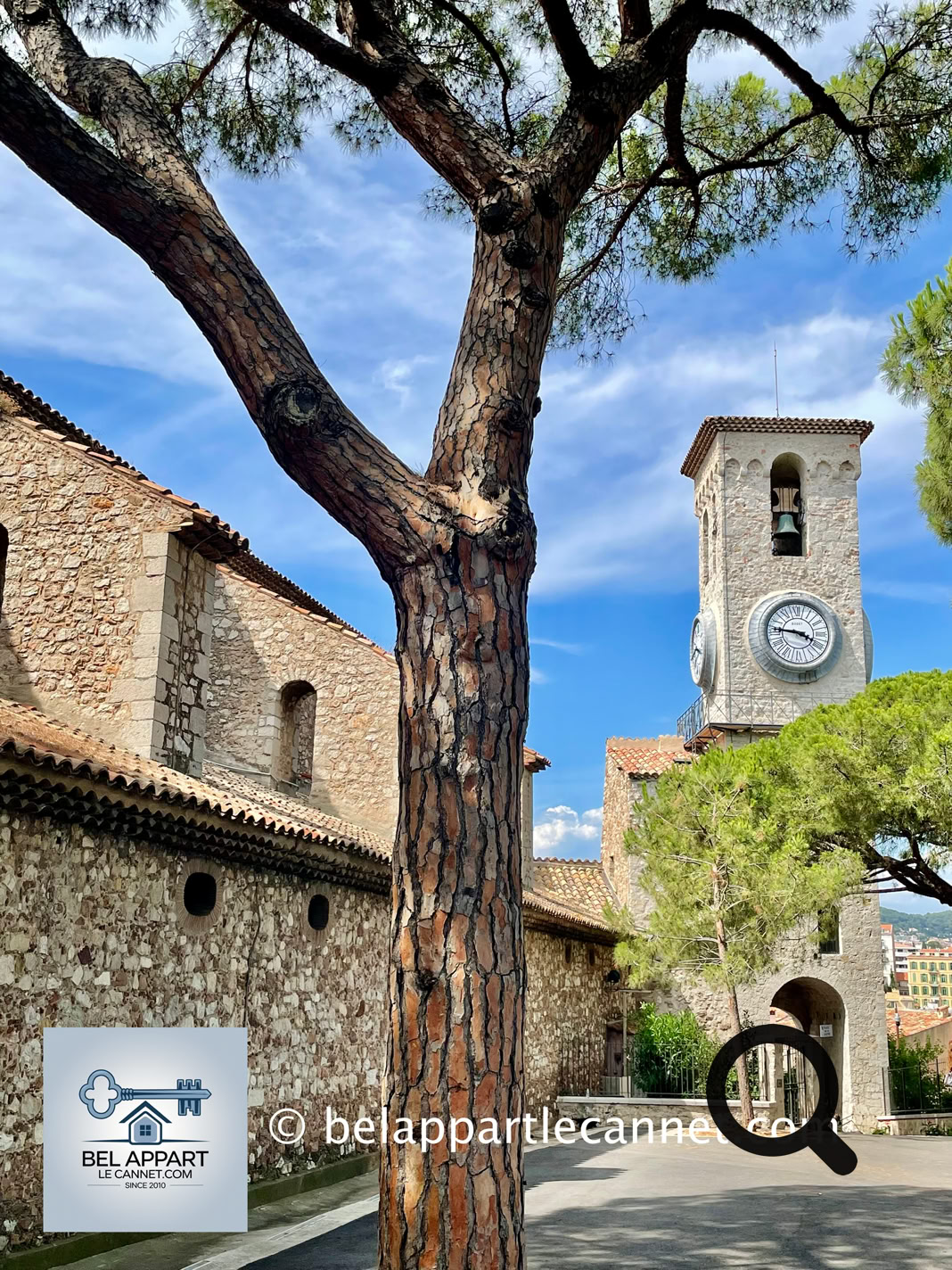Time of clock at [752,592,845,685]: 3:46
